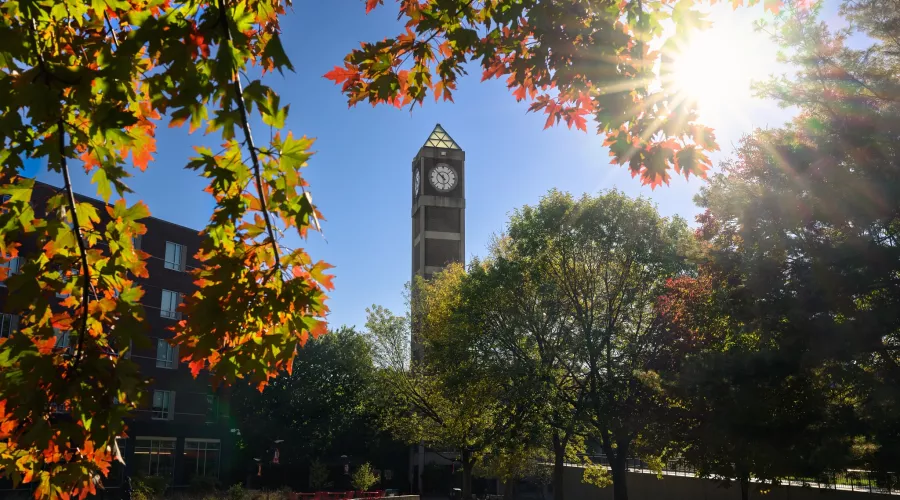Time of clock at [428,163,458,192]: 5:52
